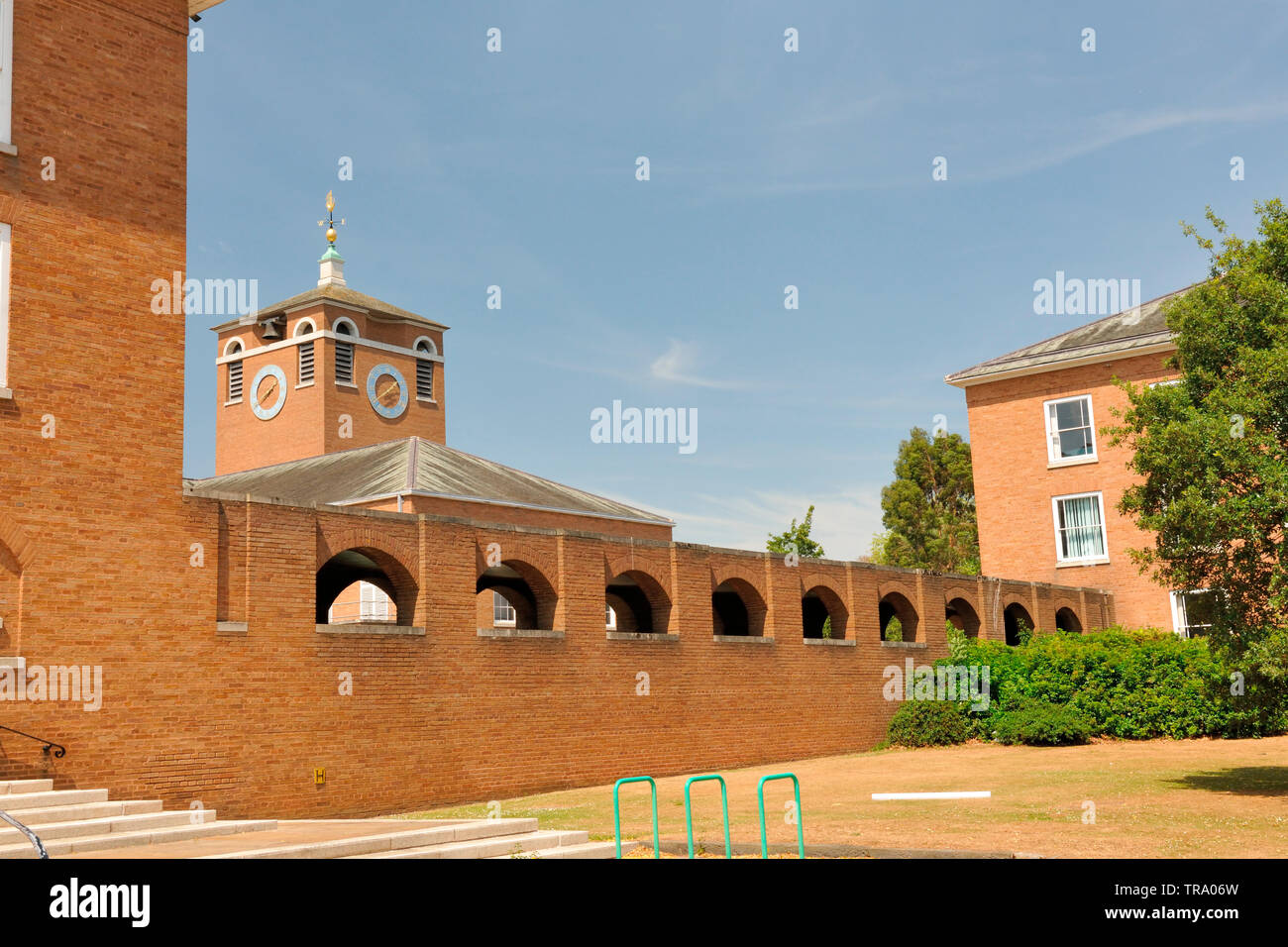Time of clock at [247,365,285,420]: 1:39
